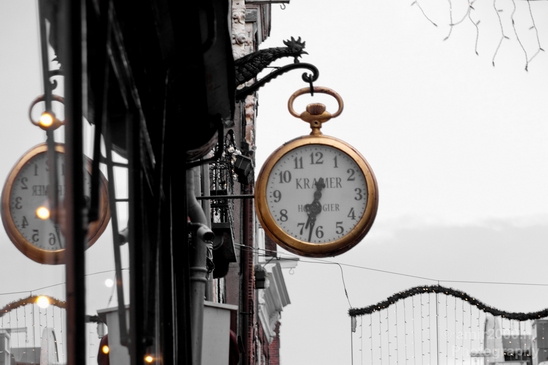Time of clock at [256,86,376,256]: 6:32
